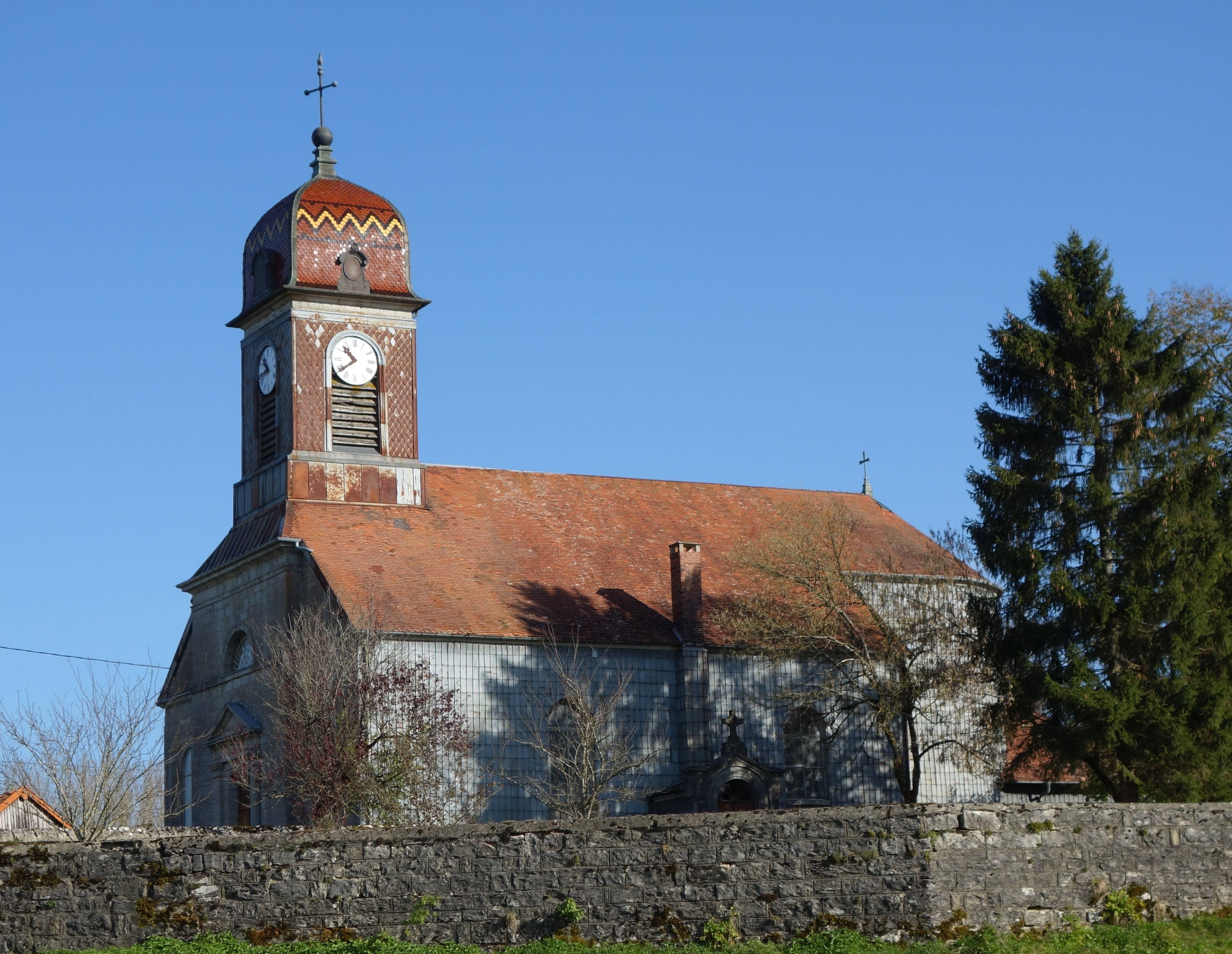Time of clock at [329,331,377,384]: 10:38
